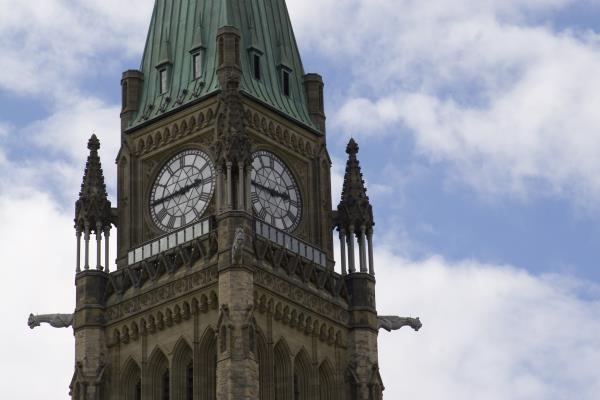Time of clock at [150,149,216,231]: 2:44
